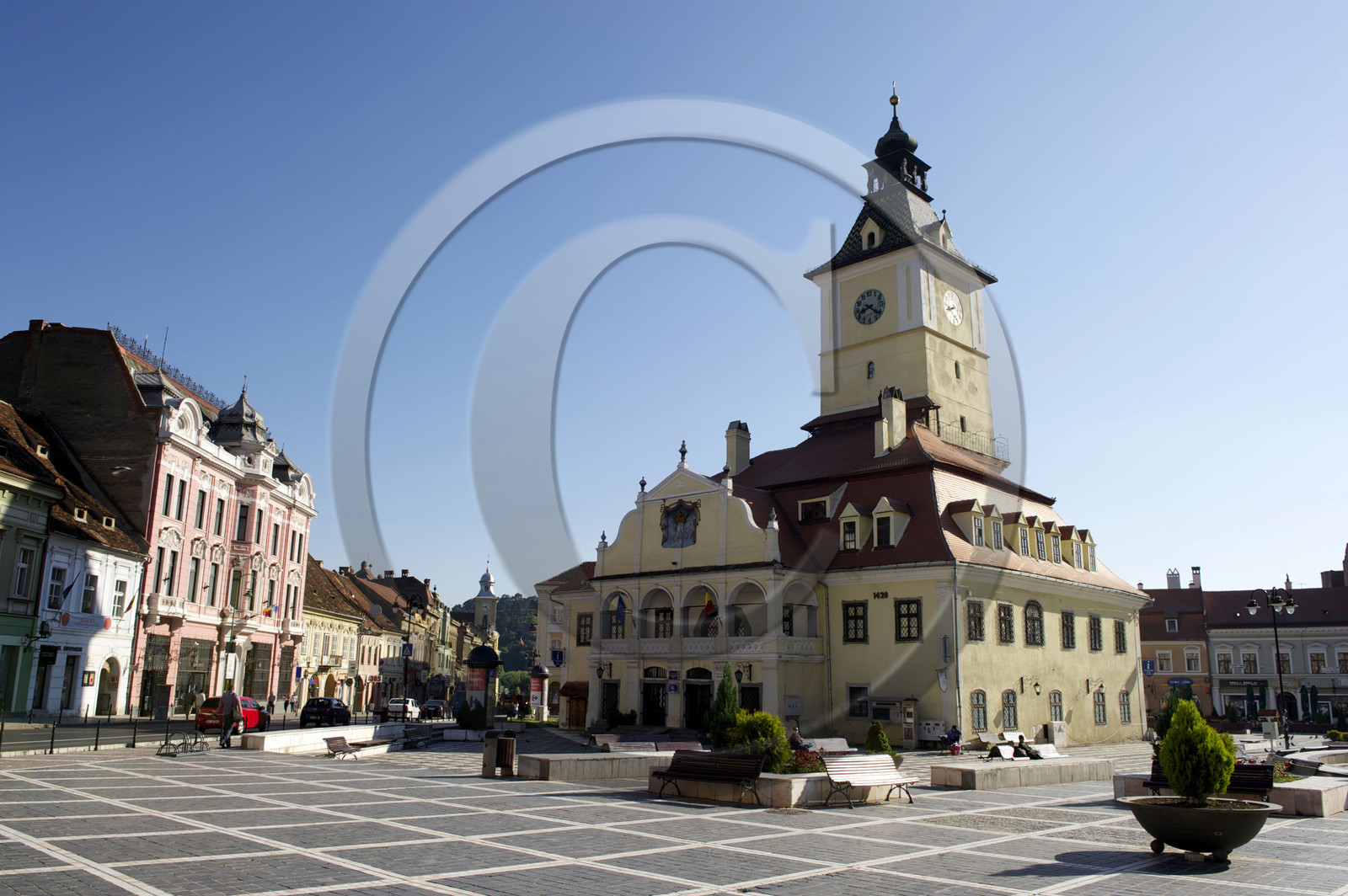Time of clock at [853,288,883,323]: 8:21
